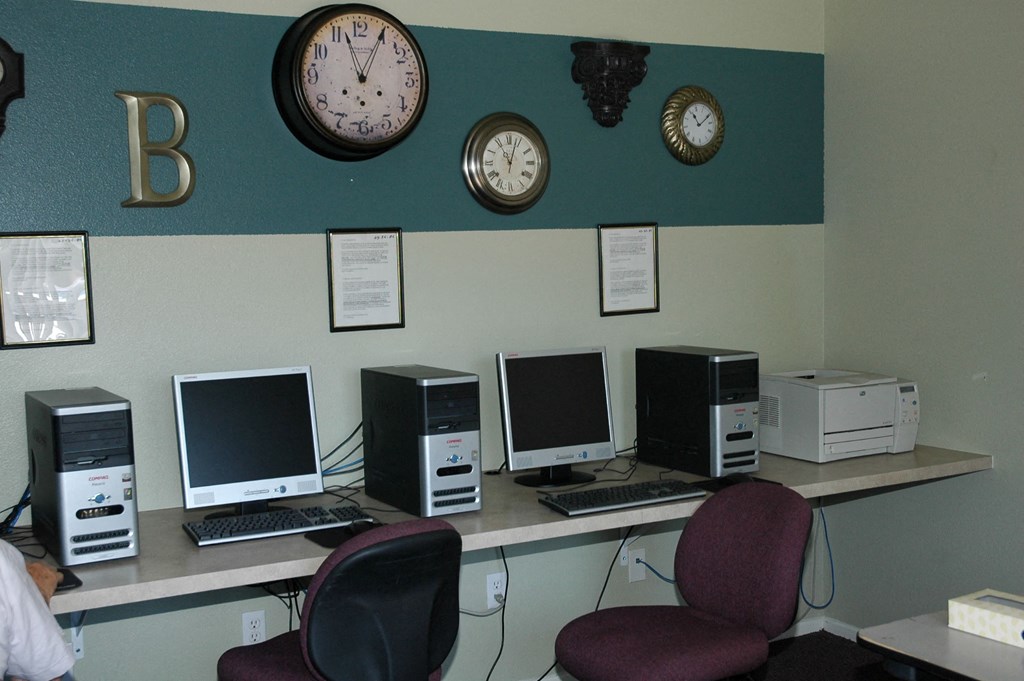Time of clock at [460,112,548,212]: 11:03
